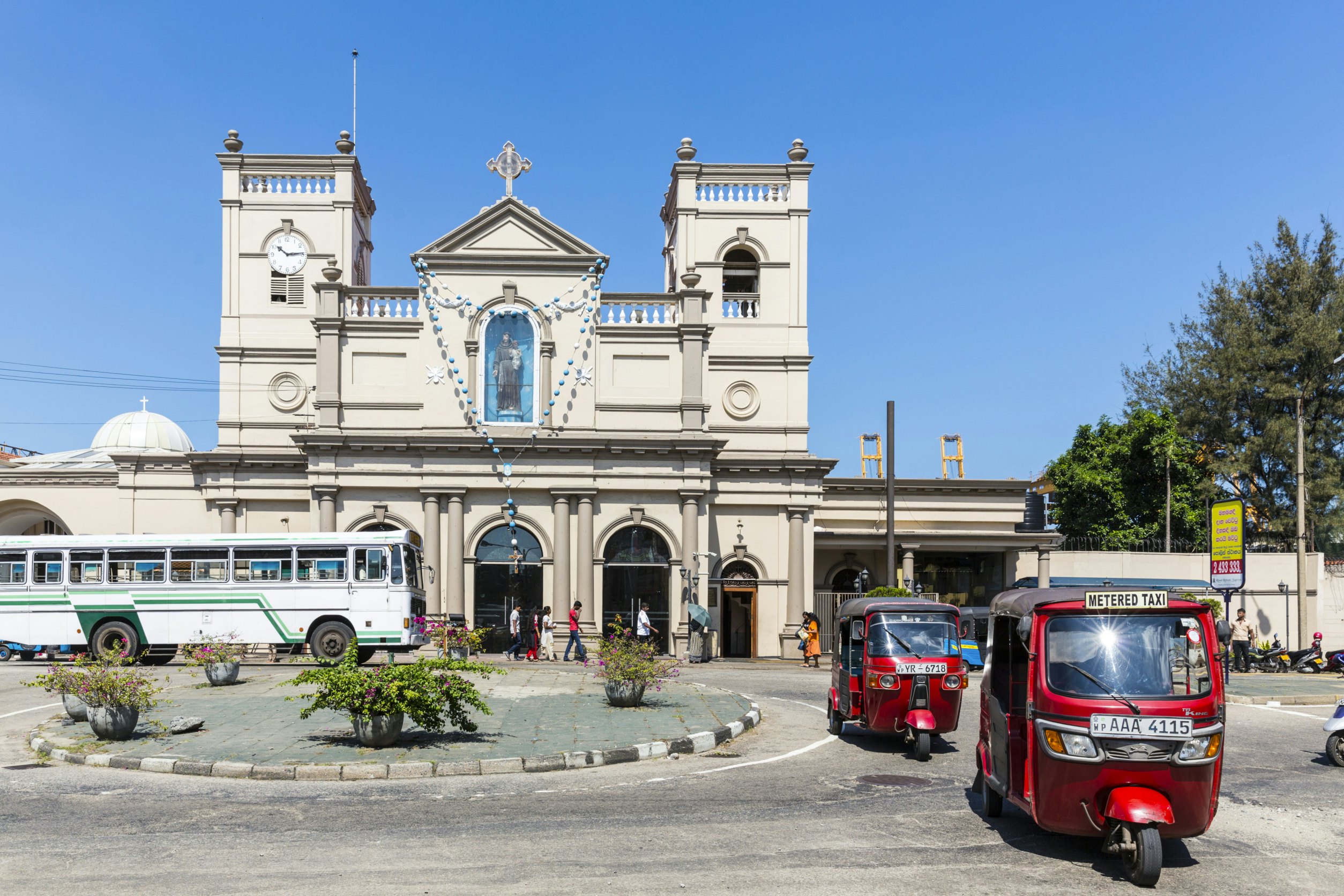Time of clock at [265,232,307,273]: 10:14
